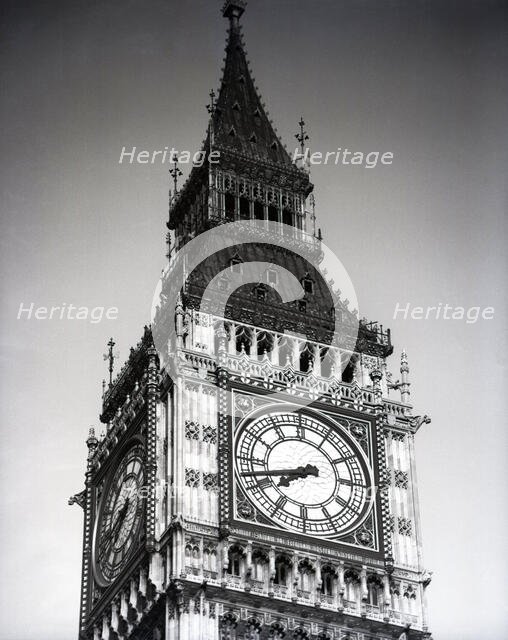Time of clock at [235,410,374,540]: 7:42
